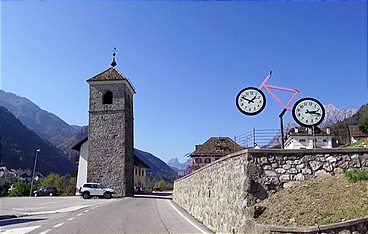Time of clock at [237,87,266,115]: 1:47
